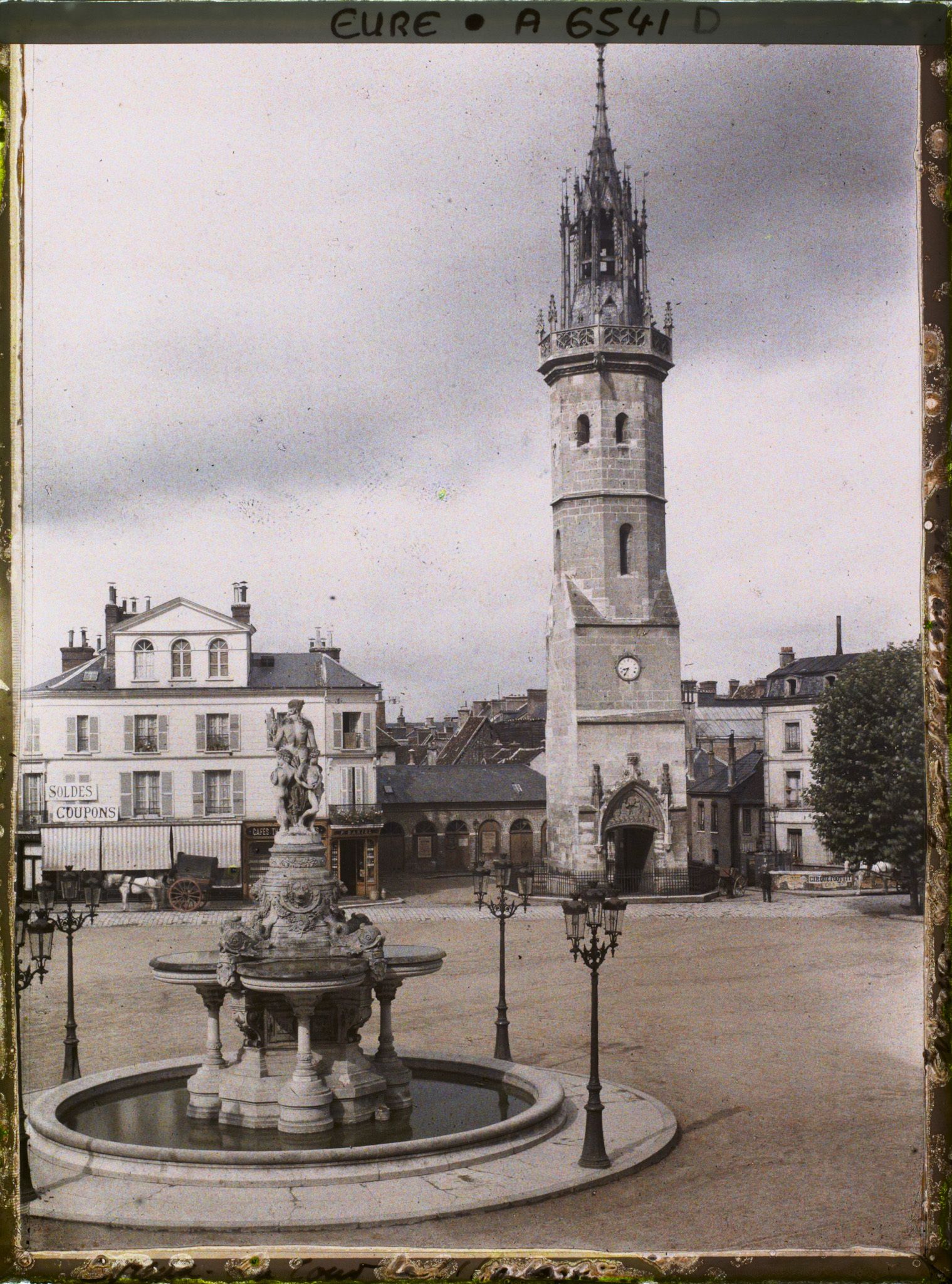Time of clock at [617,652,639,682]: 8:34
